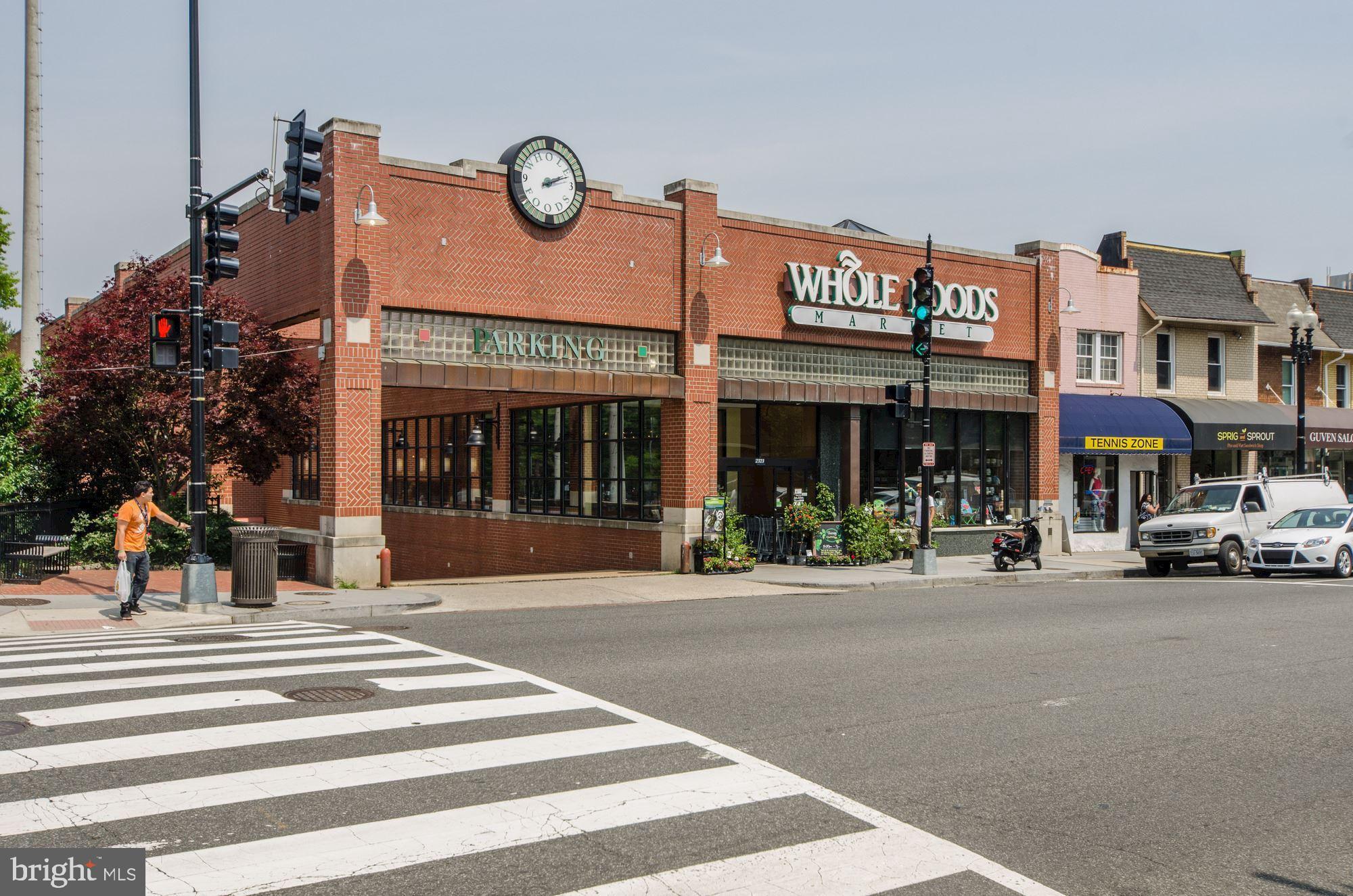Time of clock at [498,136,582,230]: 2:11
